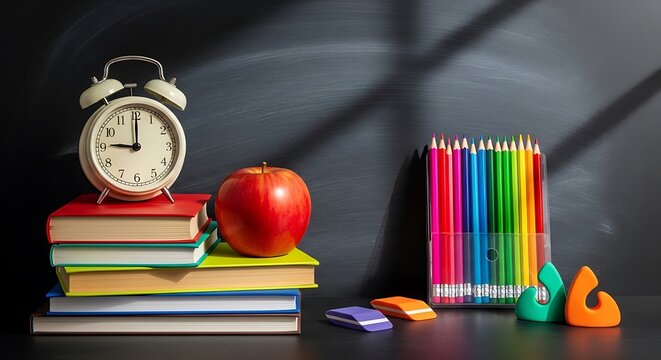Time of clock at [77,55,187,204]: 9:00
